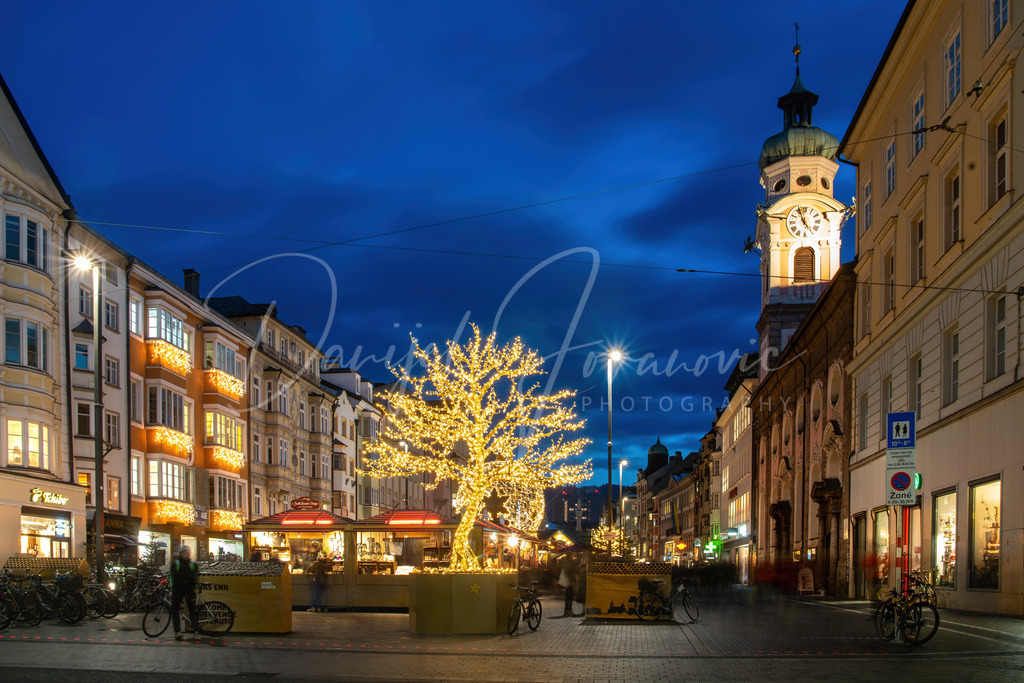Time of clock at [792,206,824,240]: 4:57
